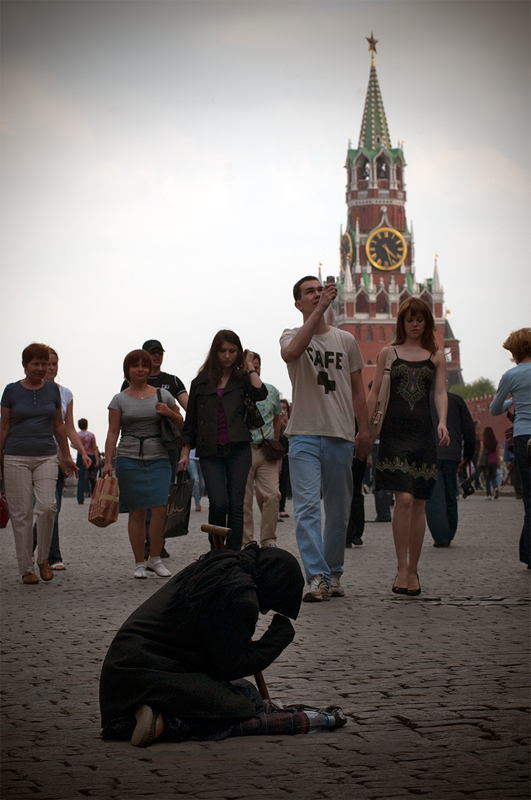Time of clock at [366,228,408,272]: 4:27
